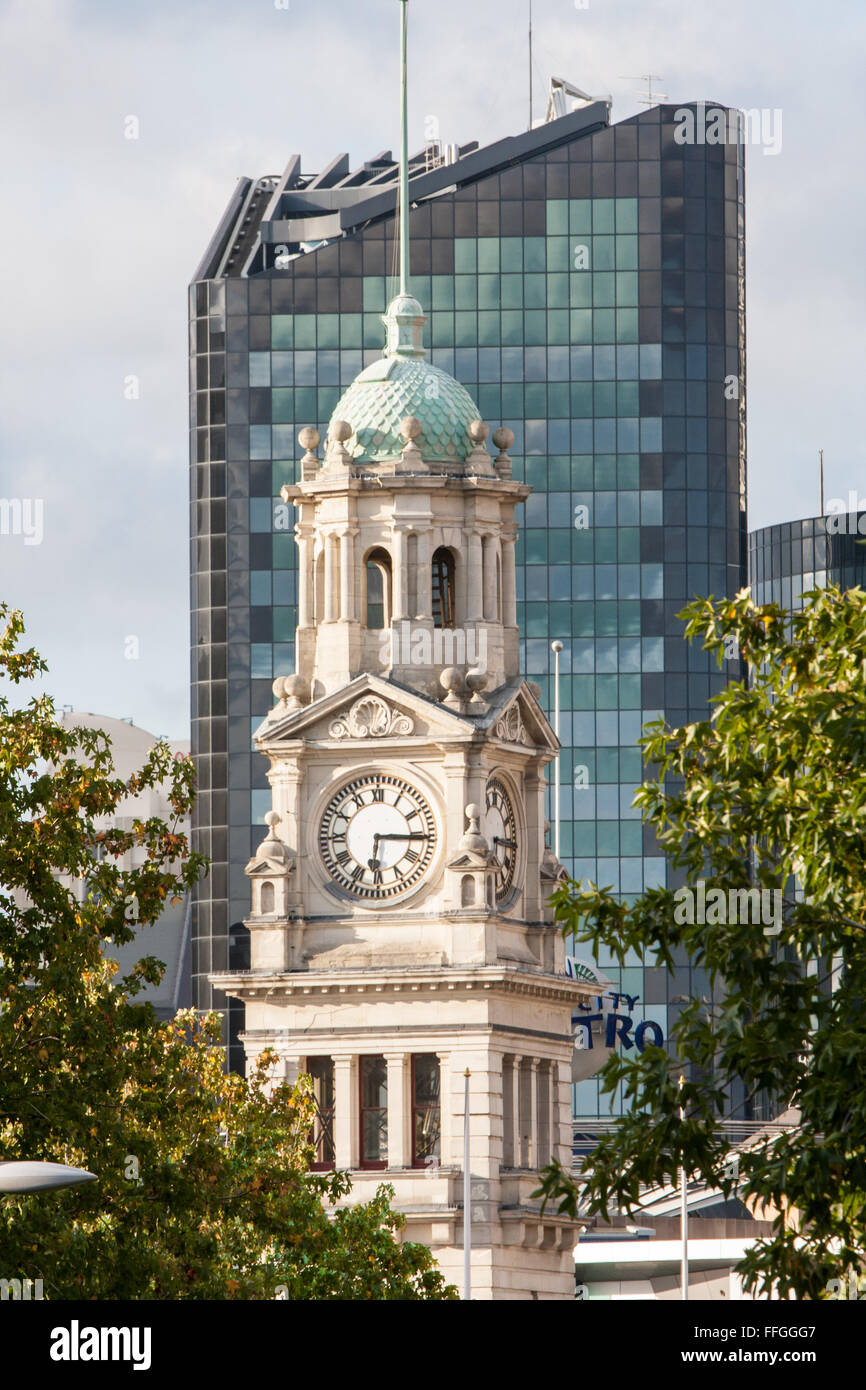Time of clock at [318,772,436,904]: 6:15
